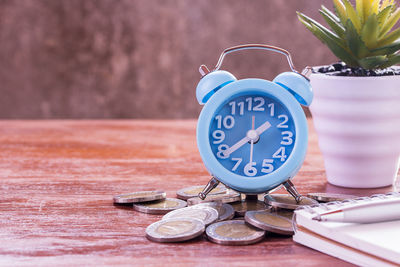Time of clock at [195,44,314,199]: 1:39
